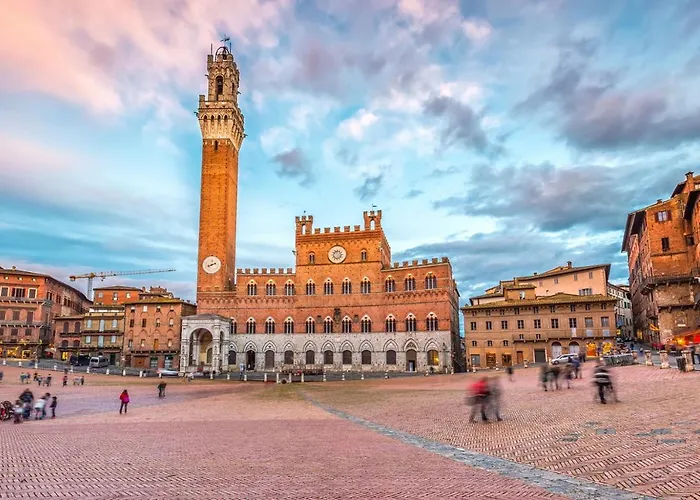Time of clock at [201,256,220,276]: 8:11
